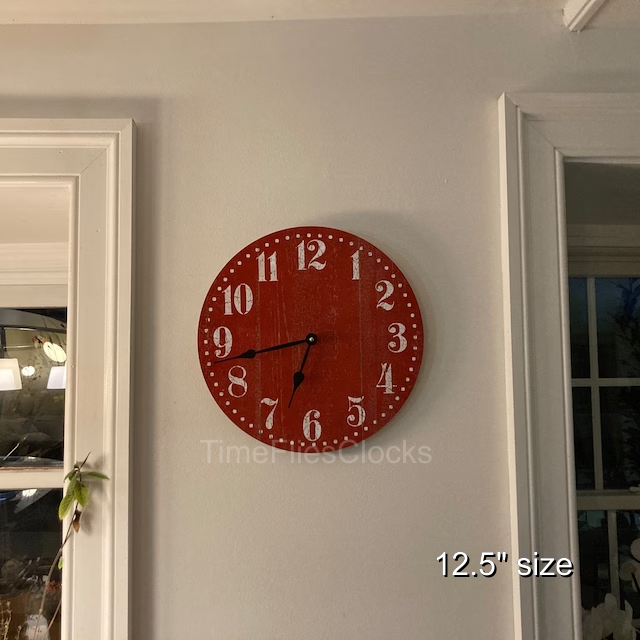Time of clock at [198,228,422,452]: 6:42
